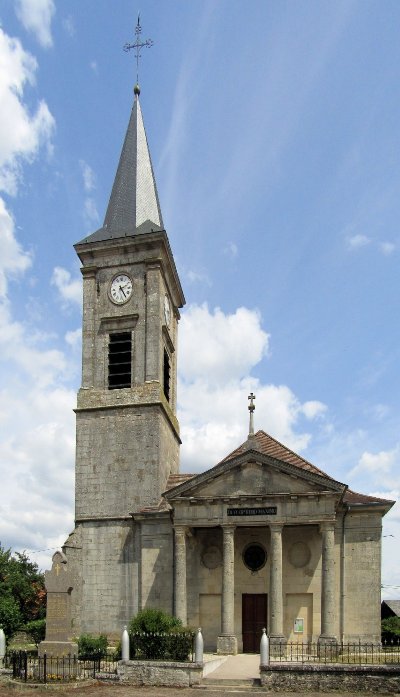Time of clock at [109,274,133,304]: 2:24
